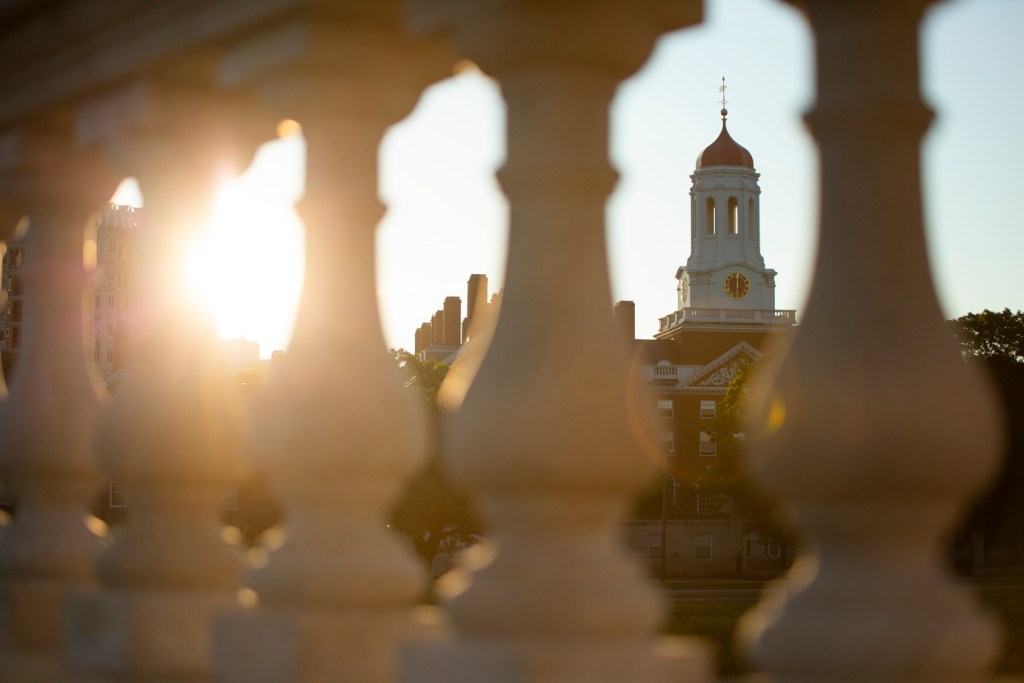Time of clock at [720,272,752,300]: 5:59
